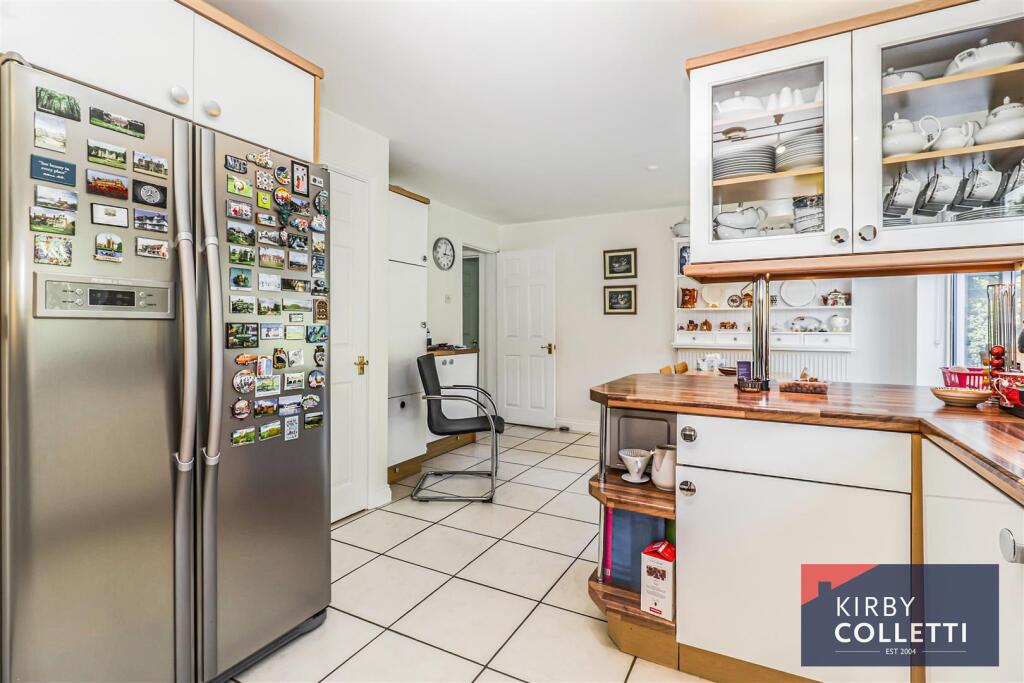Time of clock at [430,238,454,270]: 3:02
